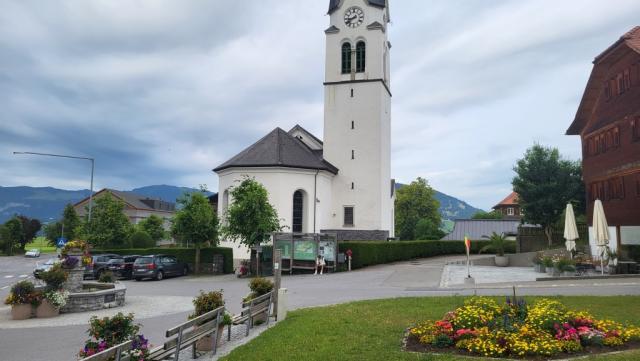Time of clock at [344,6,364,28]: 8:38
